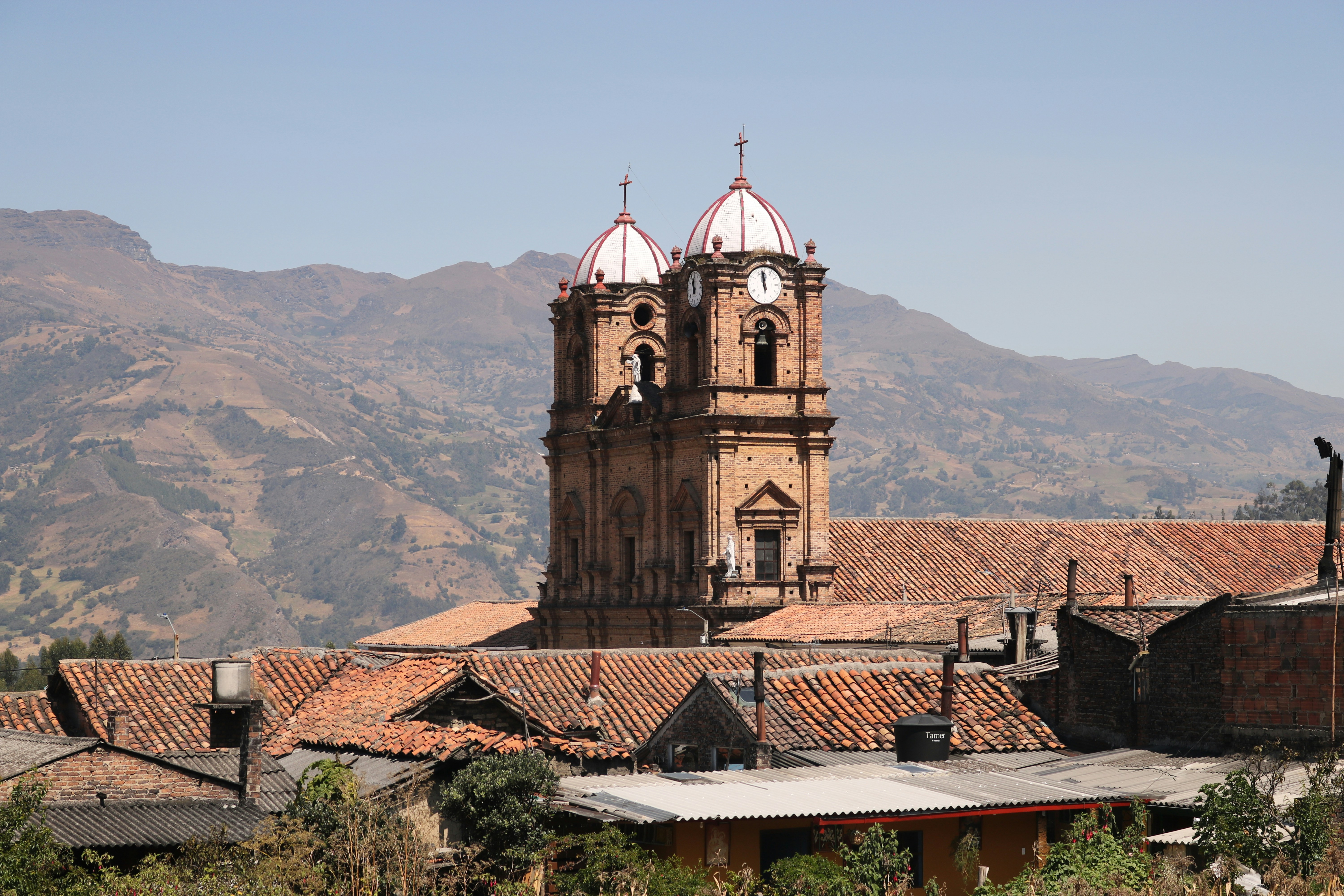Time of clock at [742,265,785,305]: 11:58
